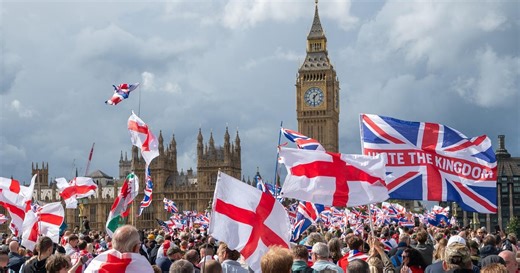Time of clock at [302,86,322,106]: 1:30
